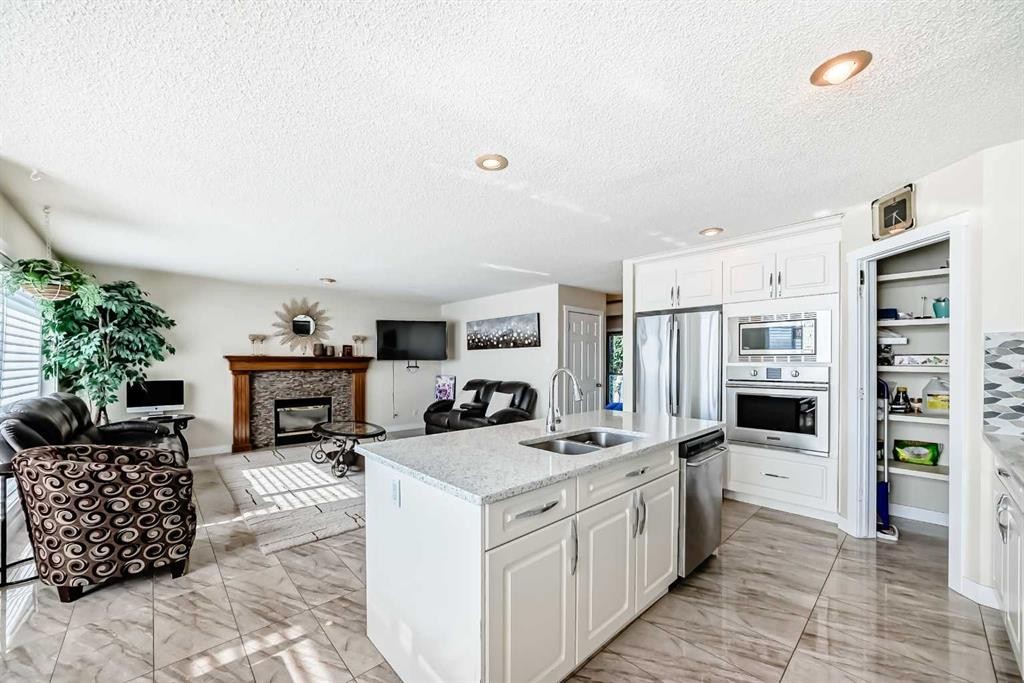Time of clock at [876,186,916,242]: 6:23
